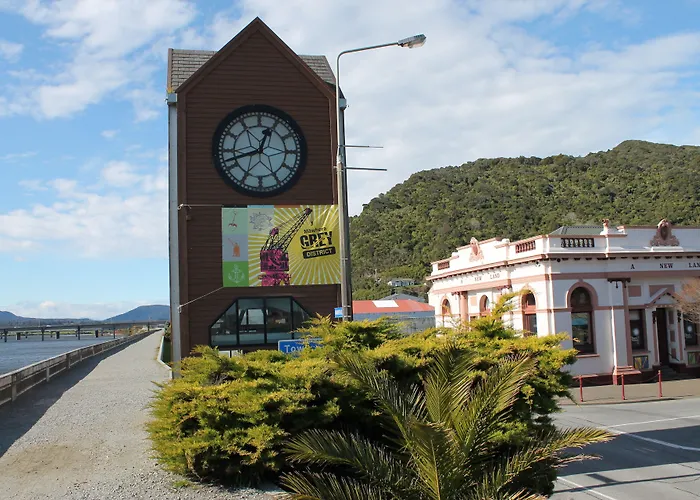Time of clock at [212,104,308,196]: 12:42
